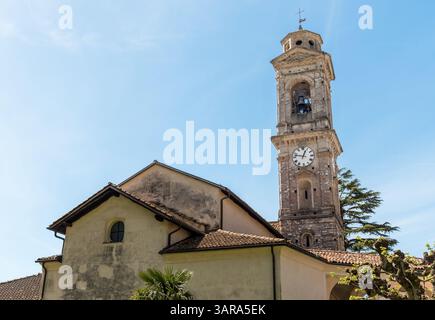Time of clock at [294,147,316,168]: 12:47
